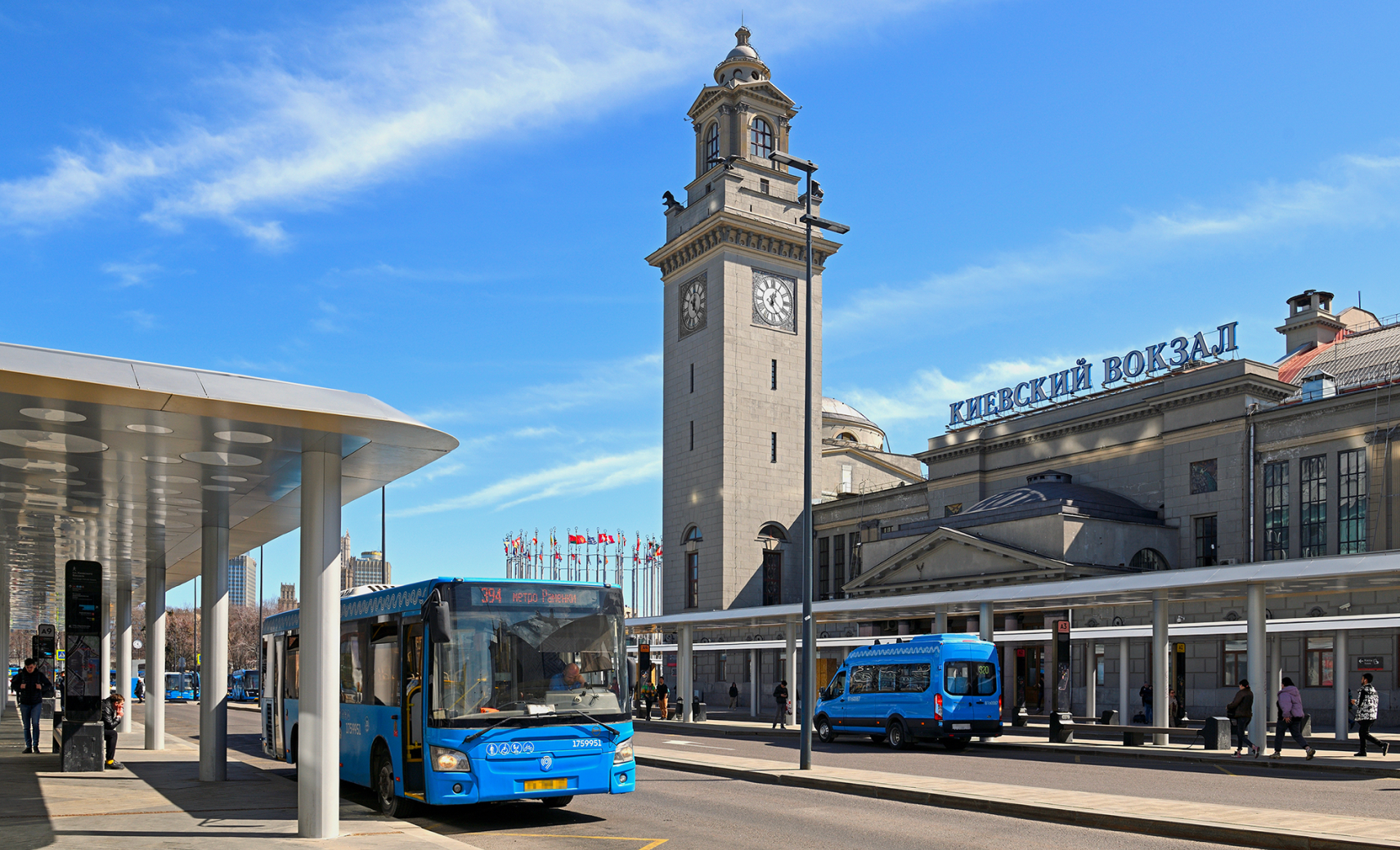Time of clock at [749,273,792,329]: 12:24
